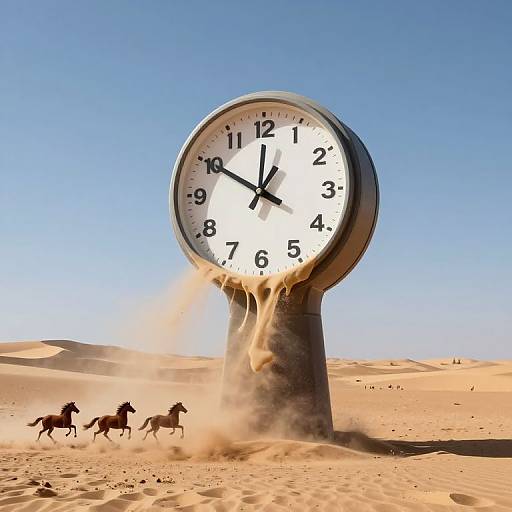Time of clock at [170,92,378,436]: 12:50
